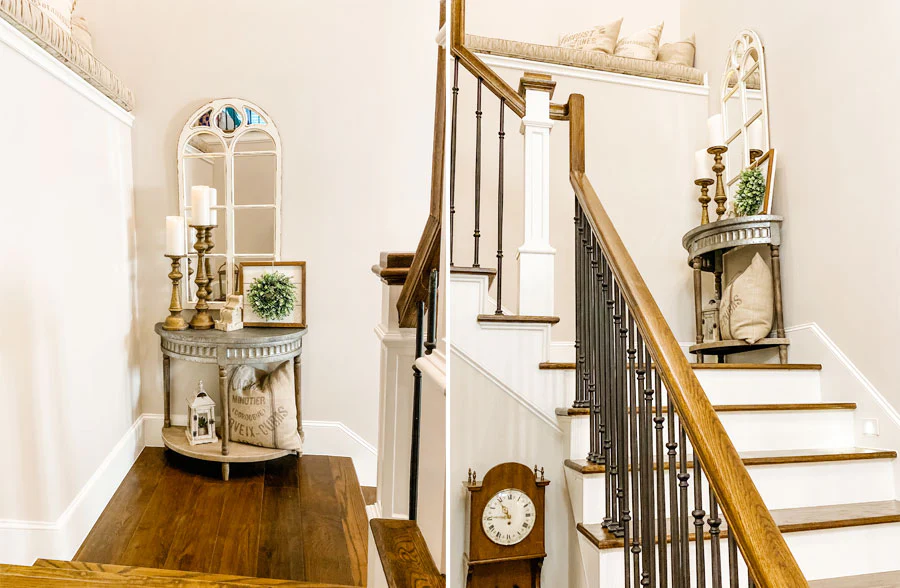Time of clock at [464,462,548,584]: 10:45
